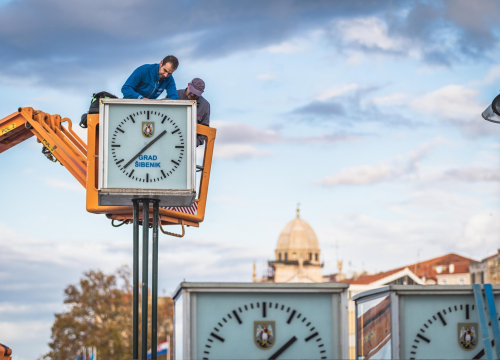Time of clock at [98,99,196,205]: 1:37
